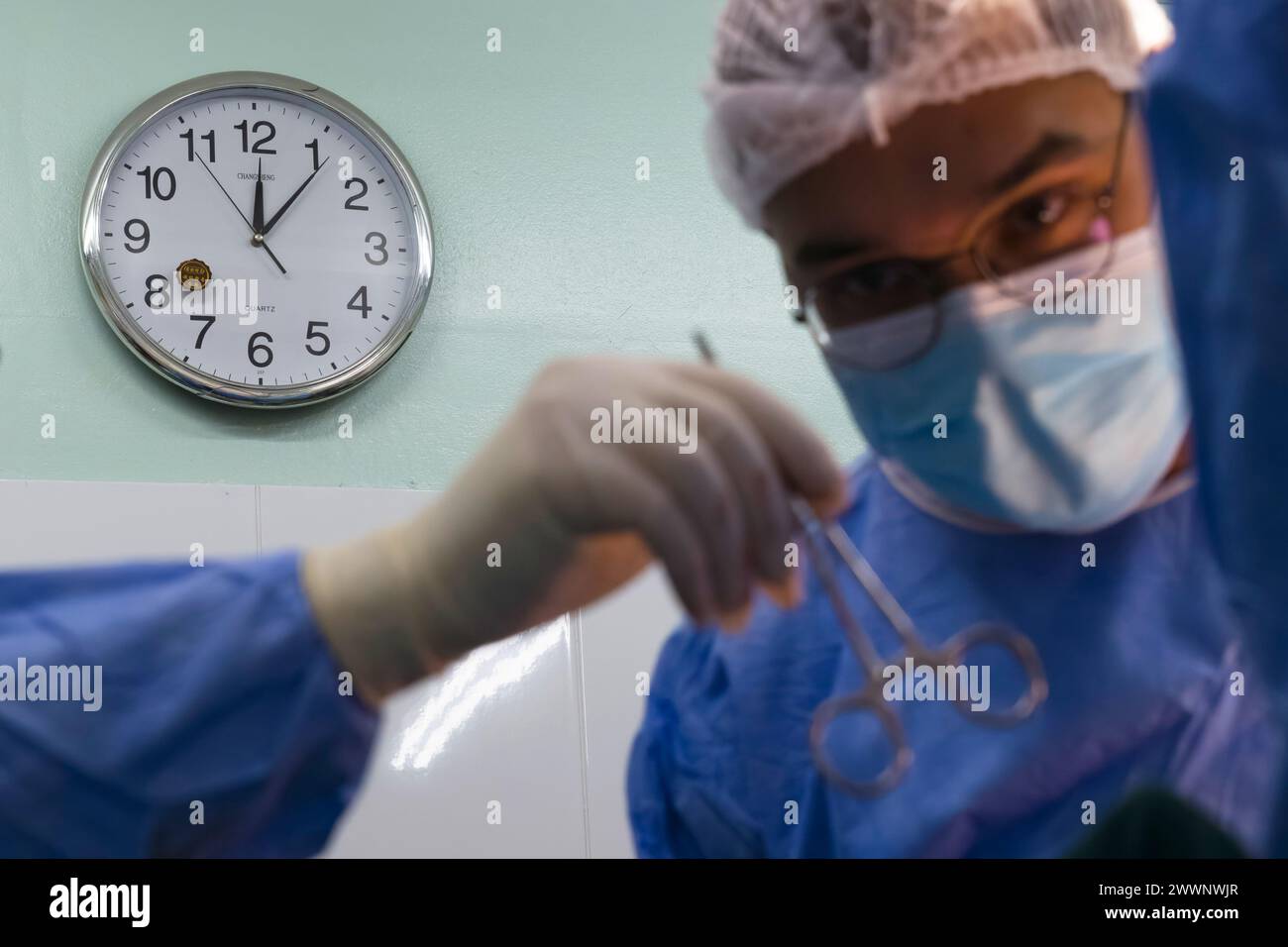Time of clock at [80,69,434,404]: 12:06
